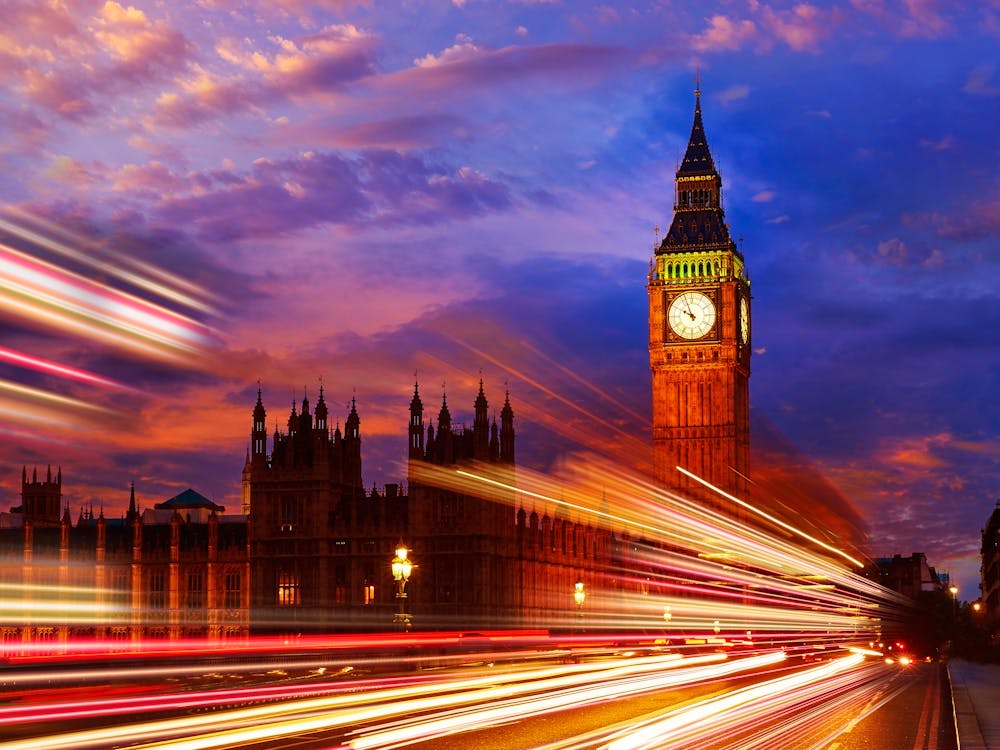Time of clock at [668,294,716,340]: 9:56
